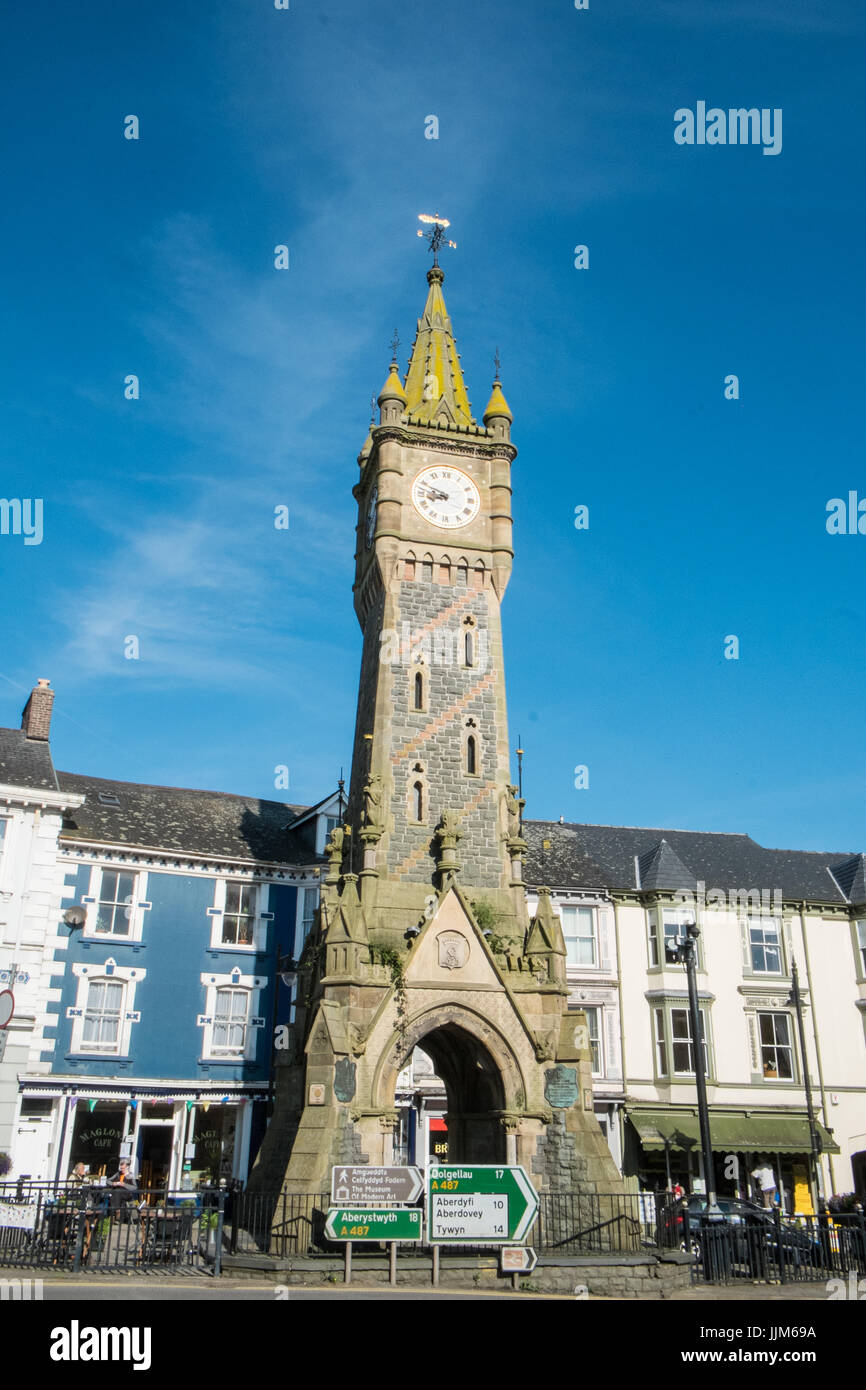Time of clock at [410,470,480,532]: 8:48
